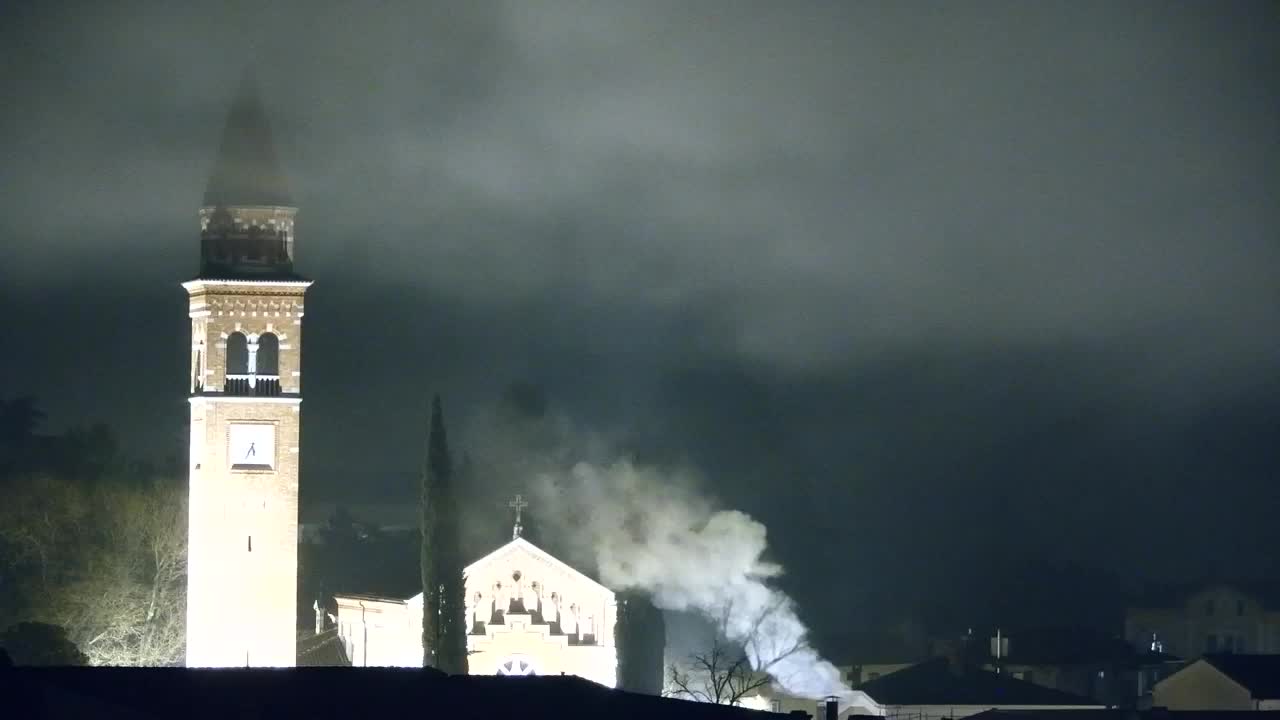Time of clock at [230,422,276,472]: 5:34
